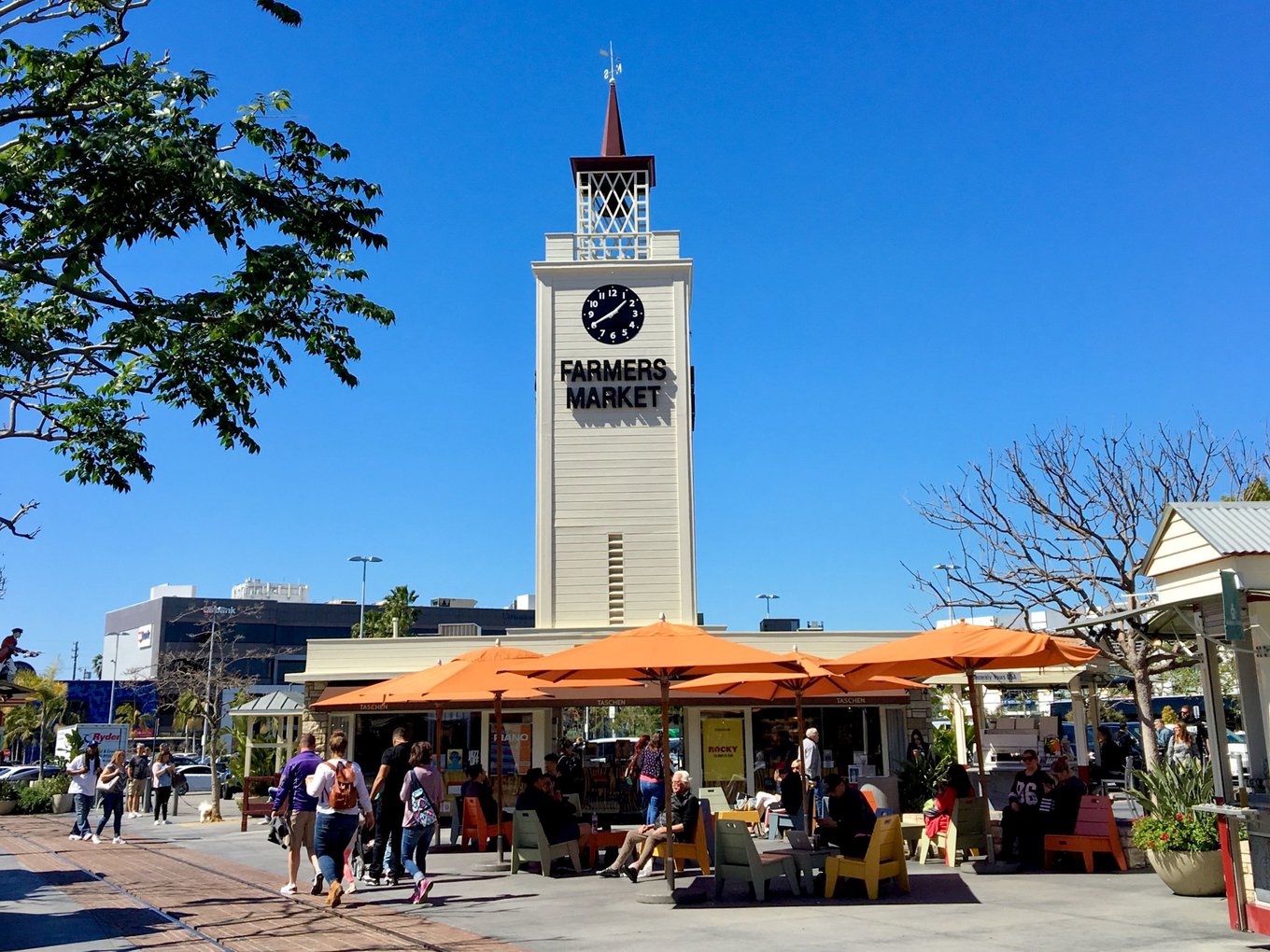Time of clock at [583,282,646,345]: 8:07
